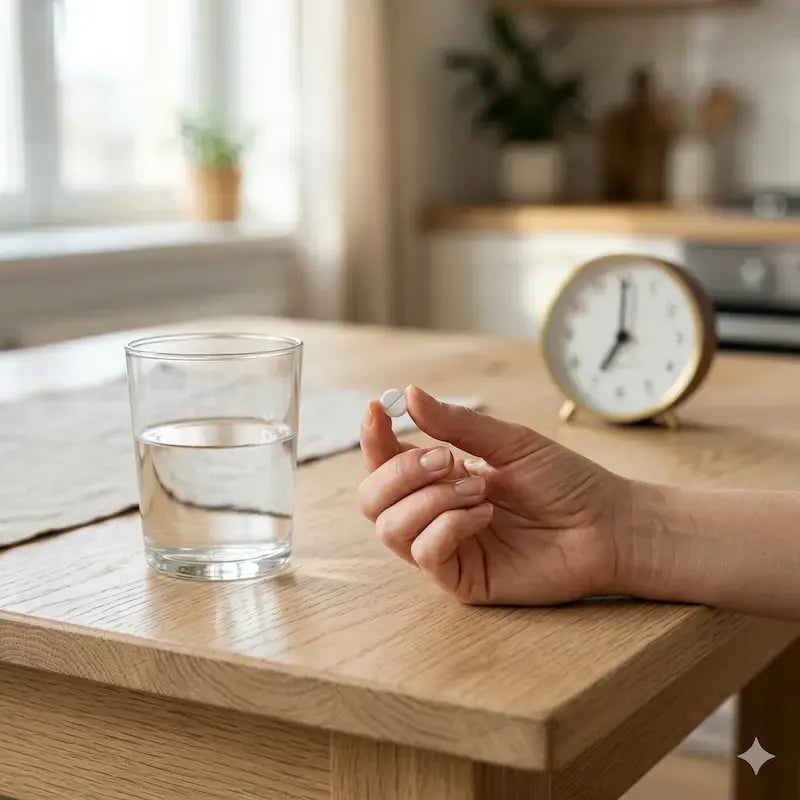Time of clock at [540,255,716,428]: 7:00
